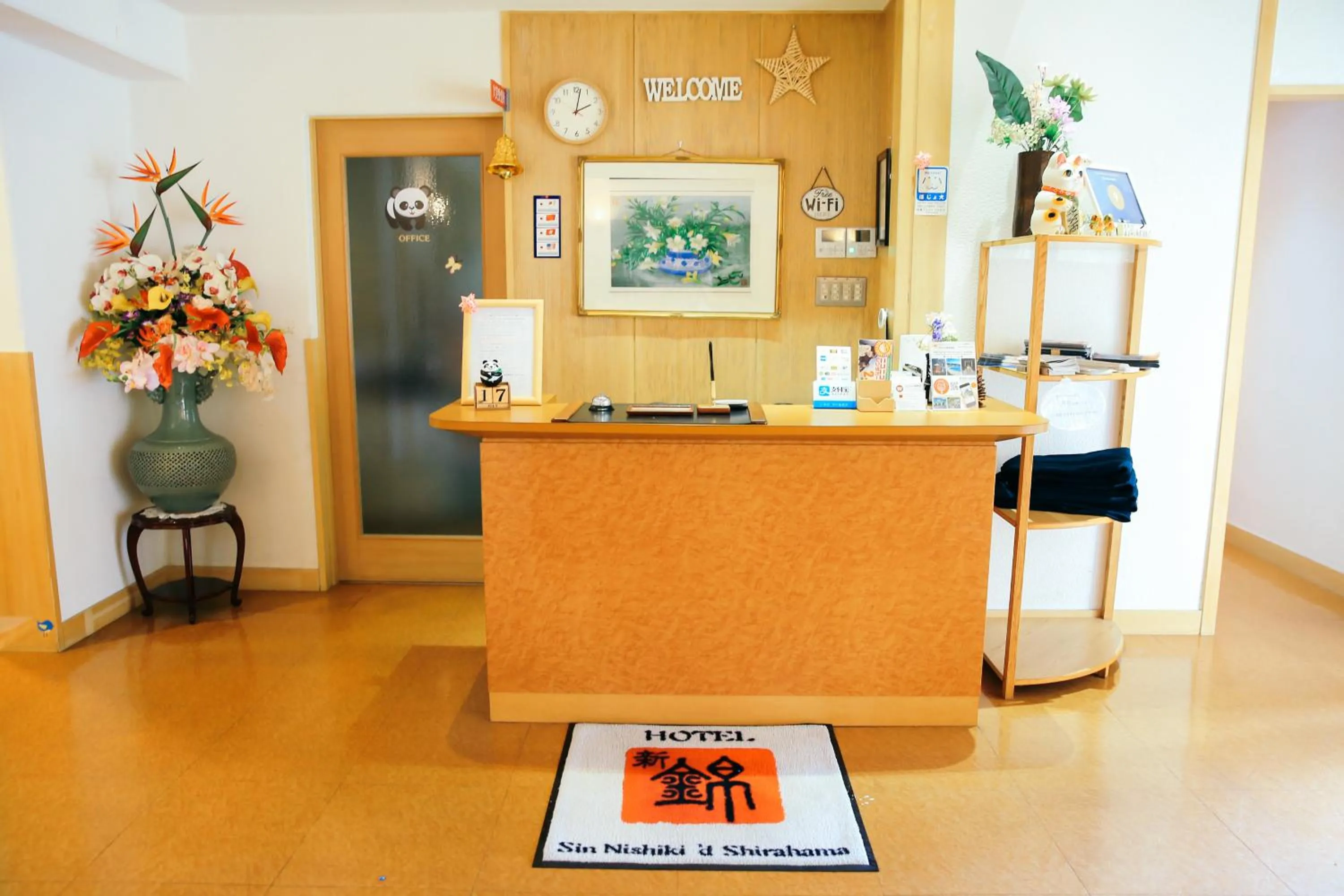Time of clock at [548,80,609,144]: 2:01
